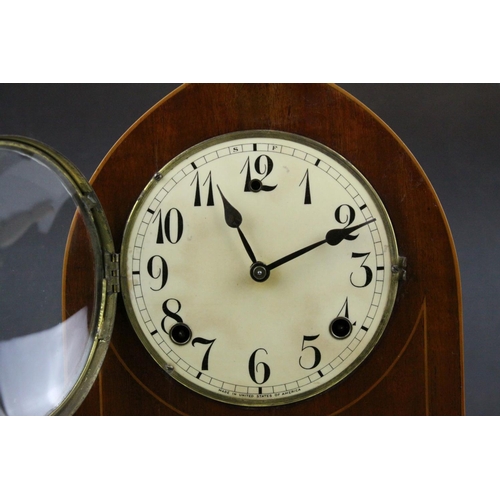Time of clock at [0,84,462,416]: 11:10
